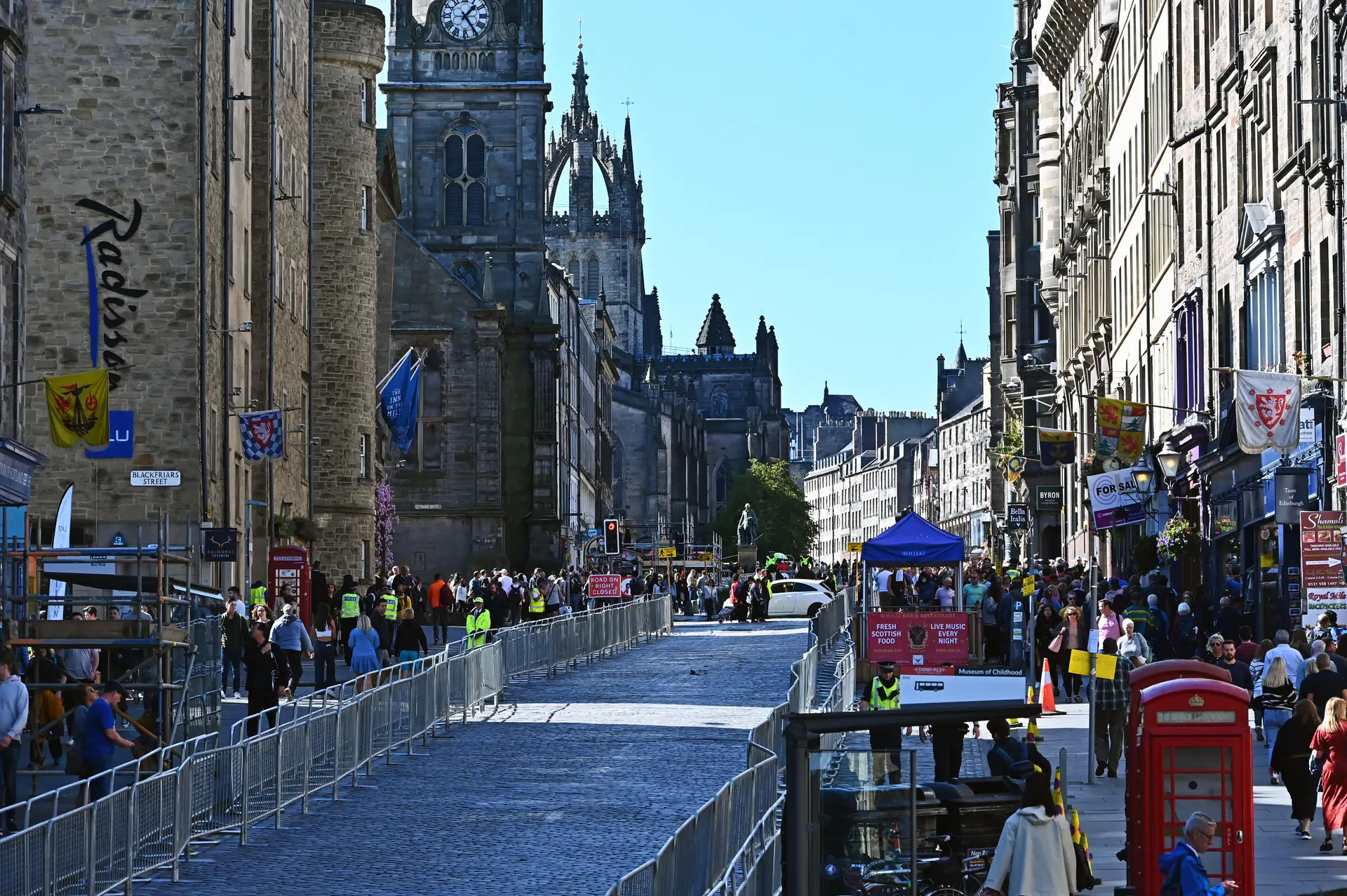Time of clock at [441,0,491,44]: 1:24
